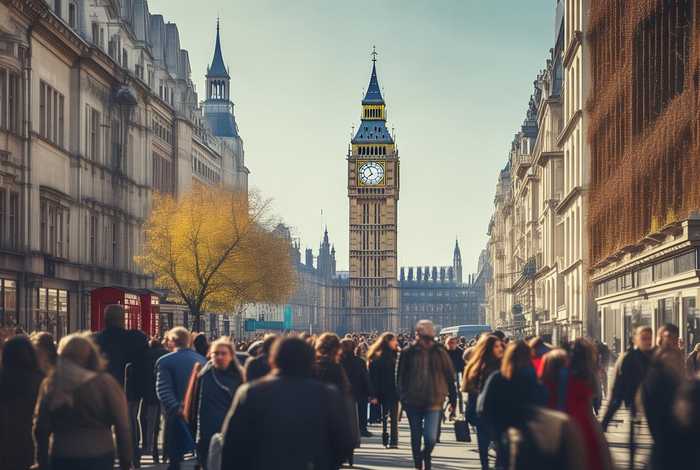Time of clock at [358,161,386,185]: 7:56
